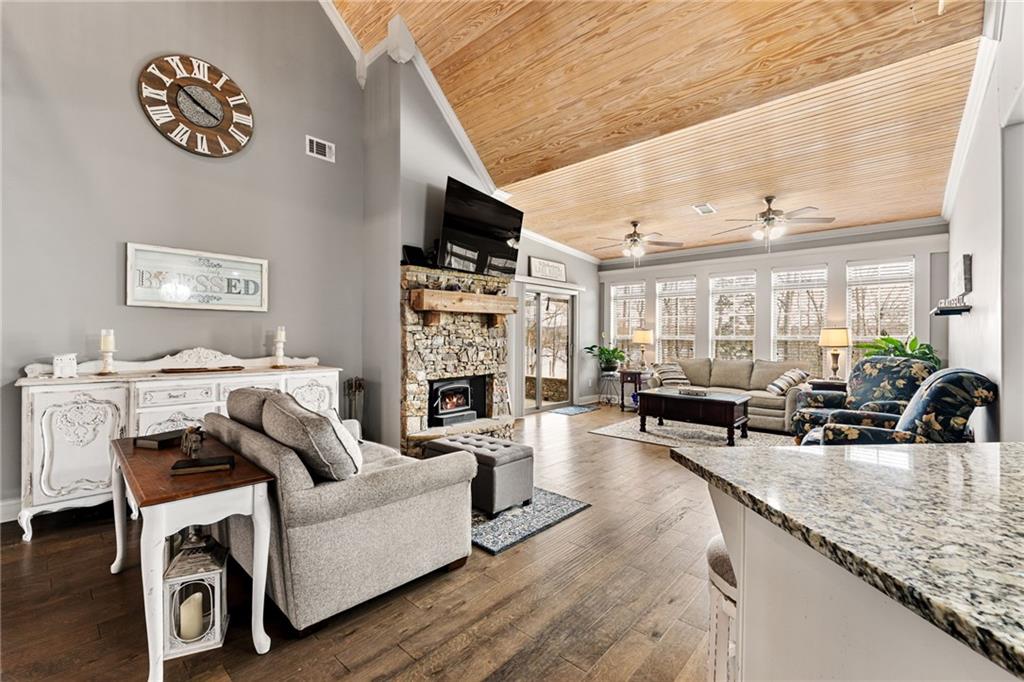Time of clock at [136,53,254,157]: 3:51
